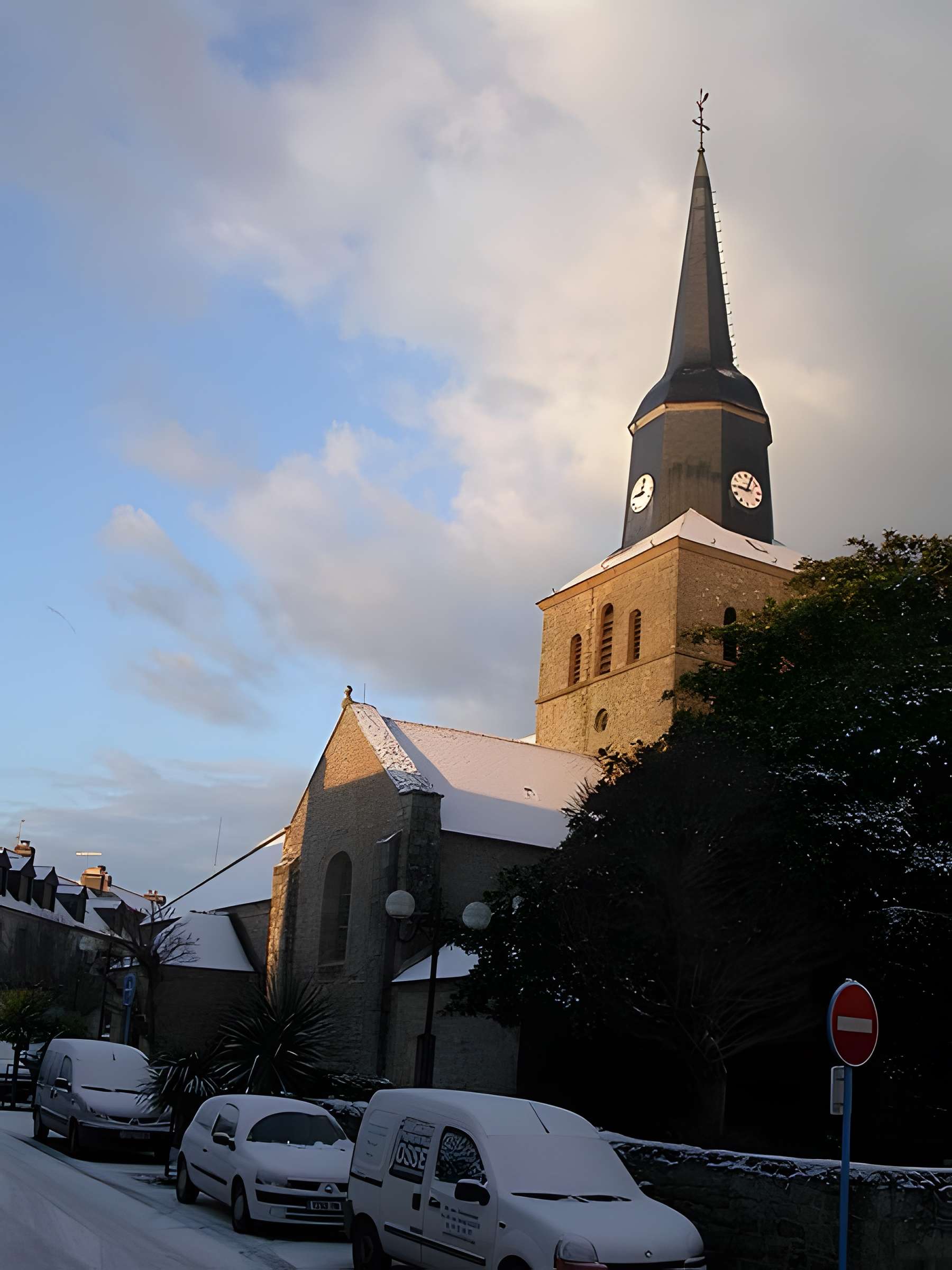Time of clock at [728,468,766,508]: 9:05
